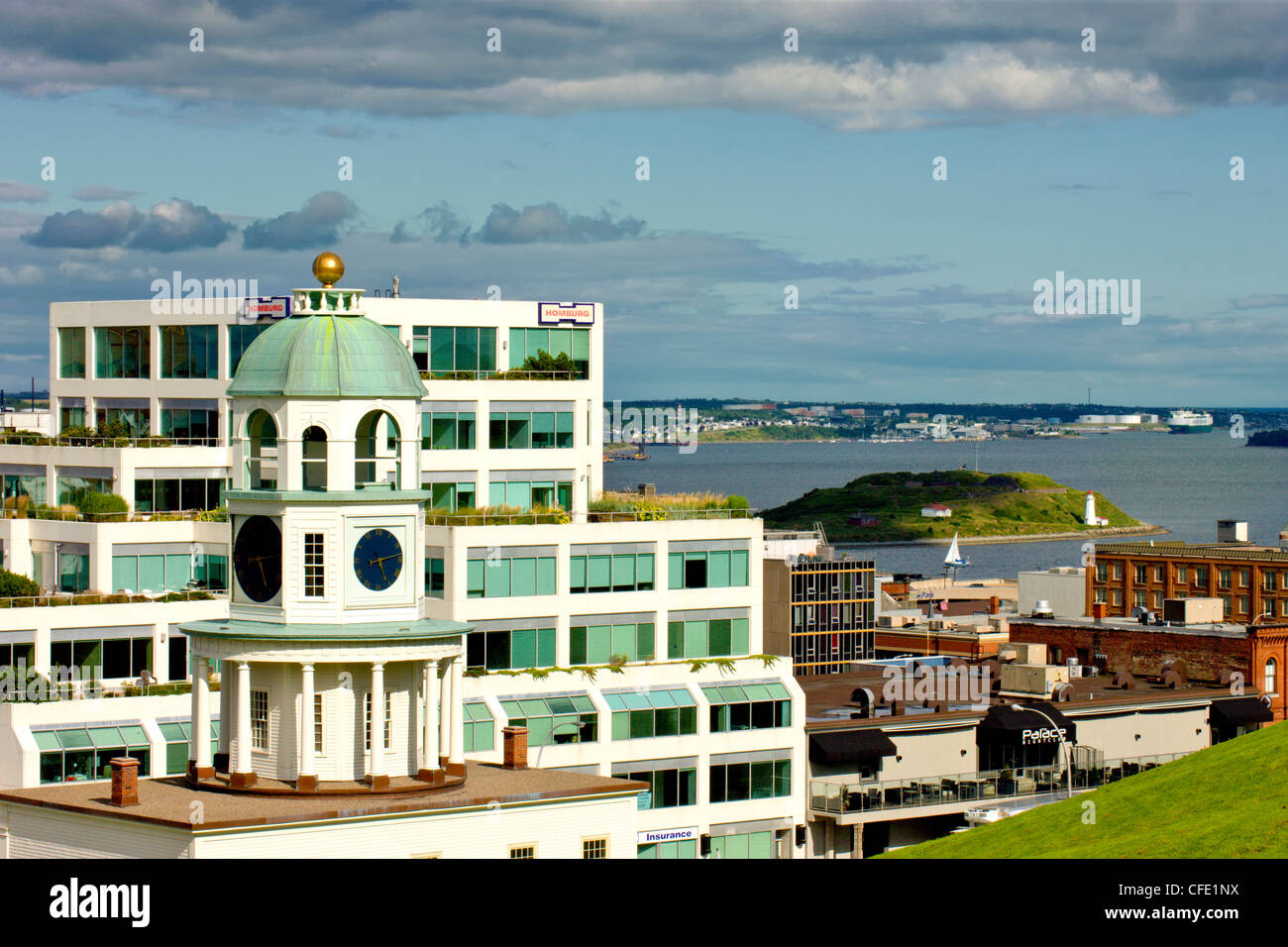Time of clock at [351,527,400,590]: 5:13
